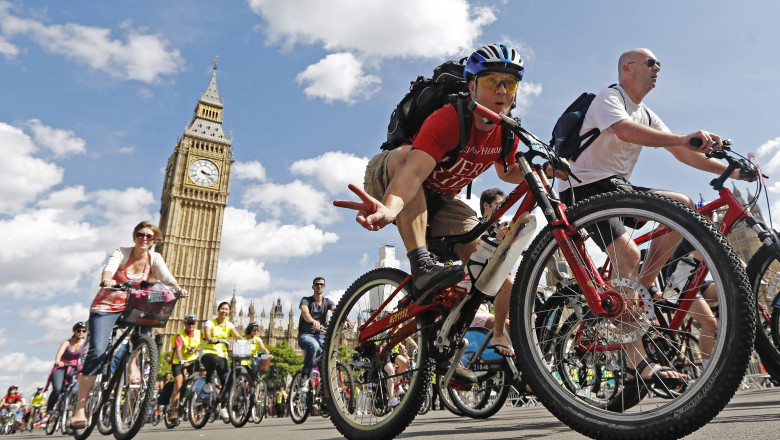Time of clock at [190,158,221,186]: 3:21
